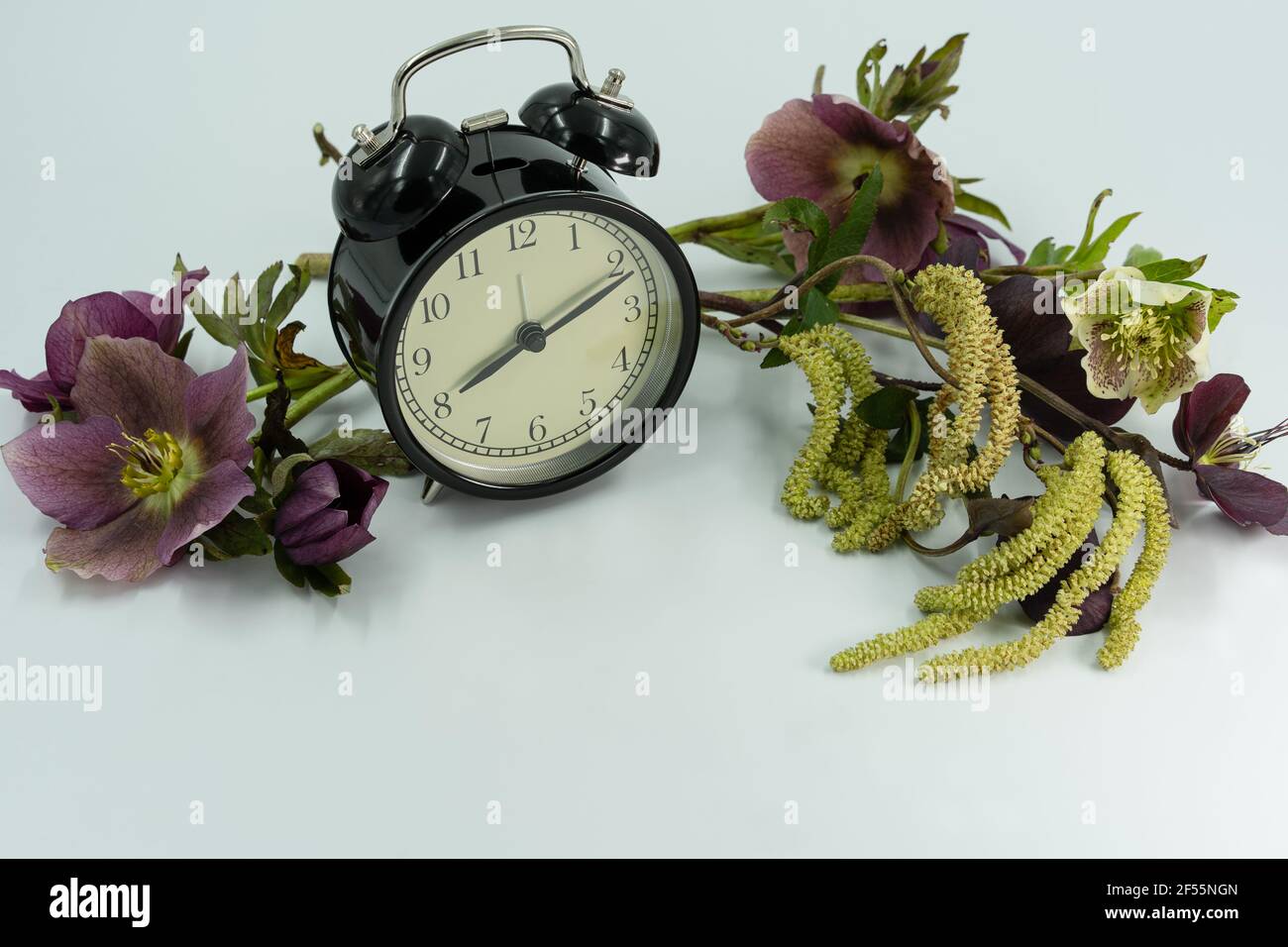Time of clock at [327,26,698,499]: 8:11
